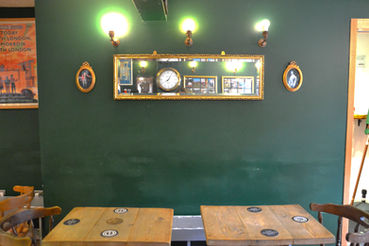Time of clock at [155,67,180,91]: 8:05
